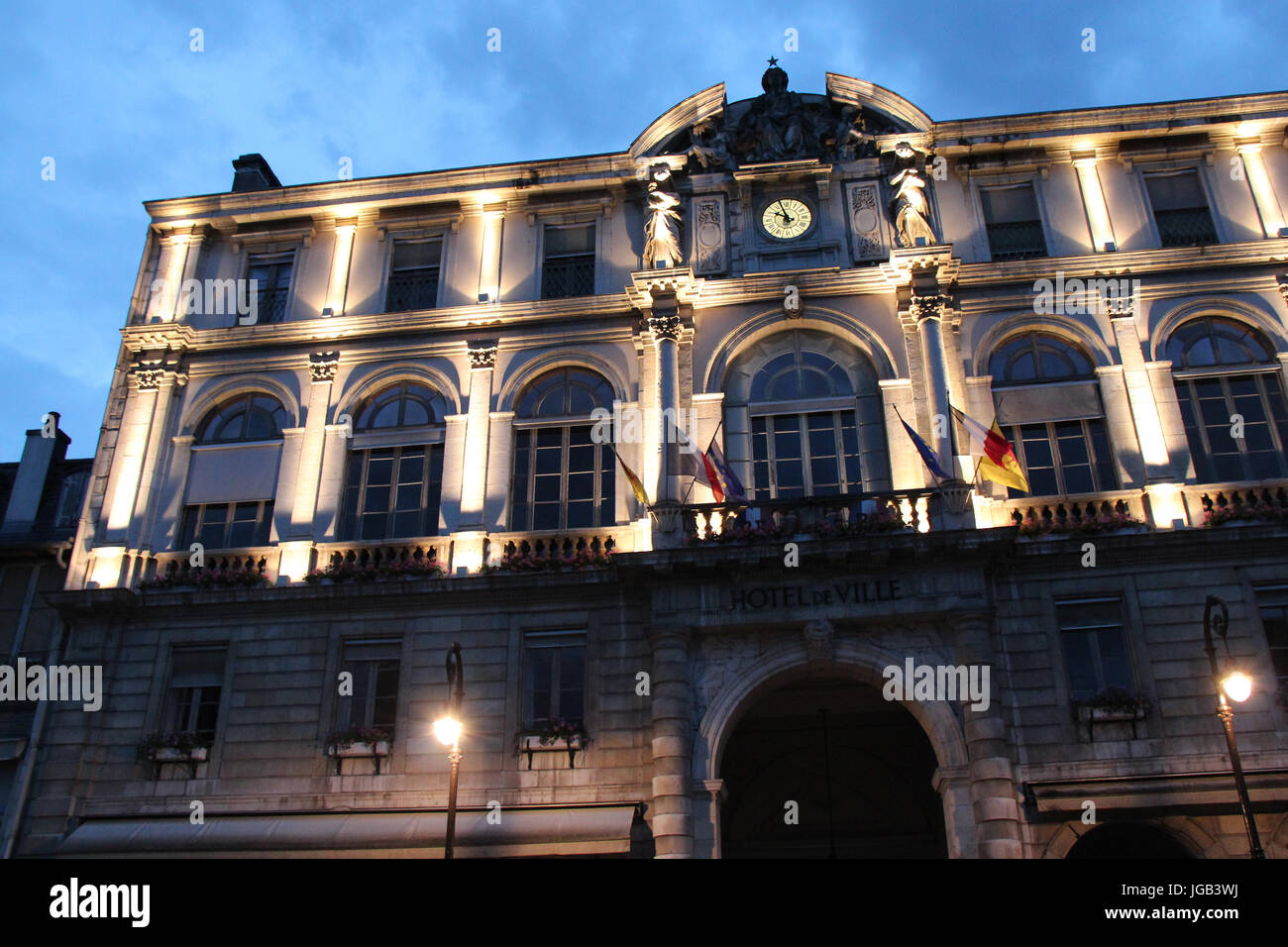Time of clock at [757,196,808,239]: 9:56
